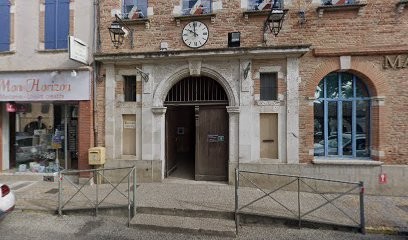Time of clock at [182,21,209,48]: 9:59
